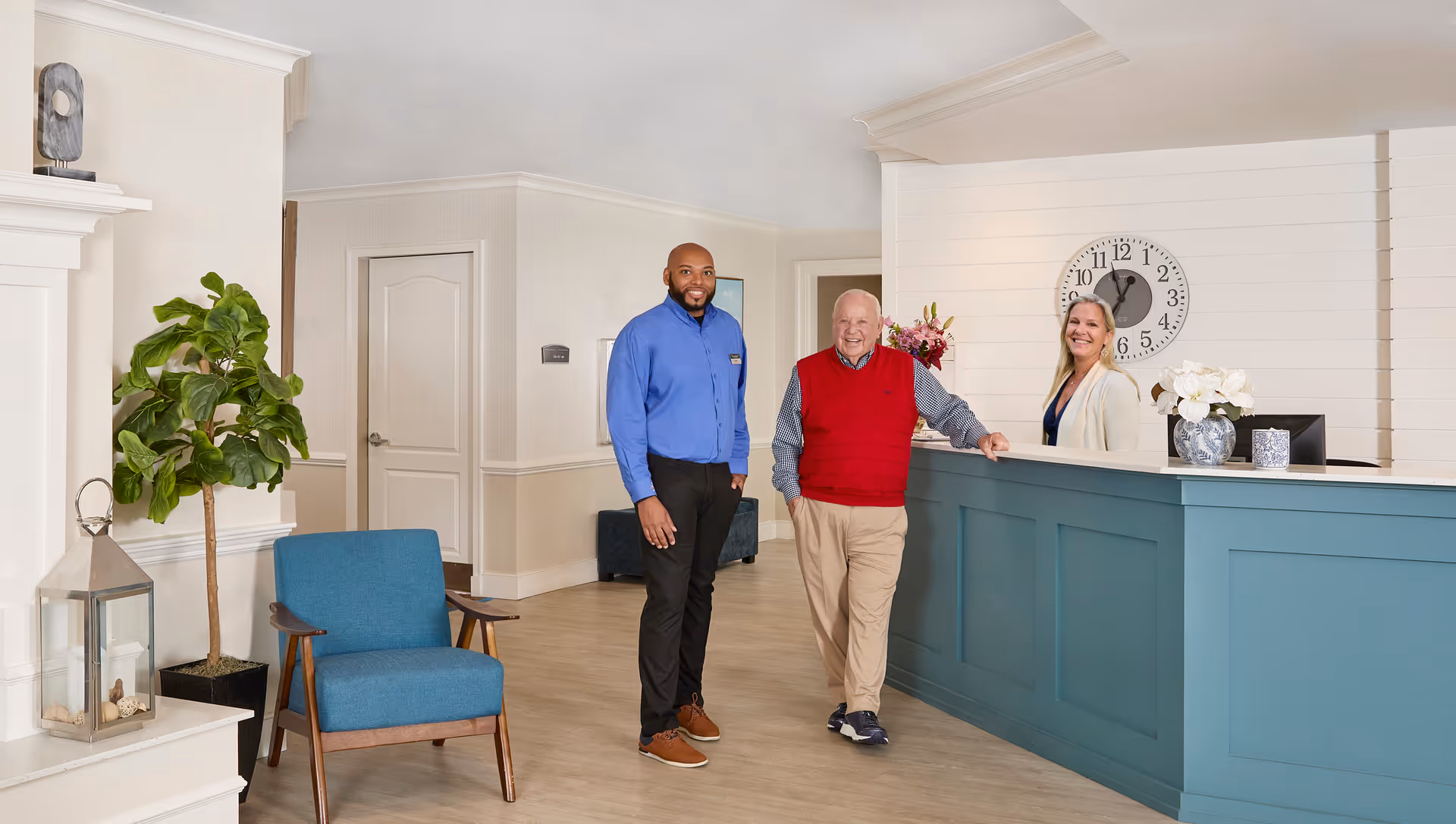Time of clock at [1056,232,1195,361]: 12:57
